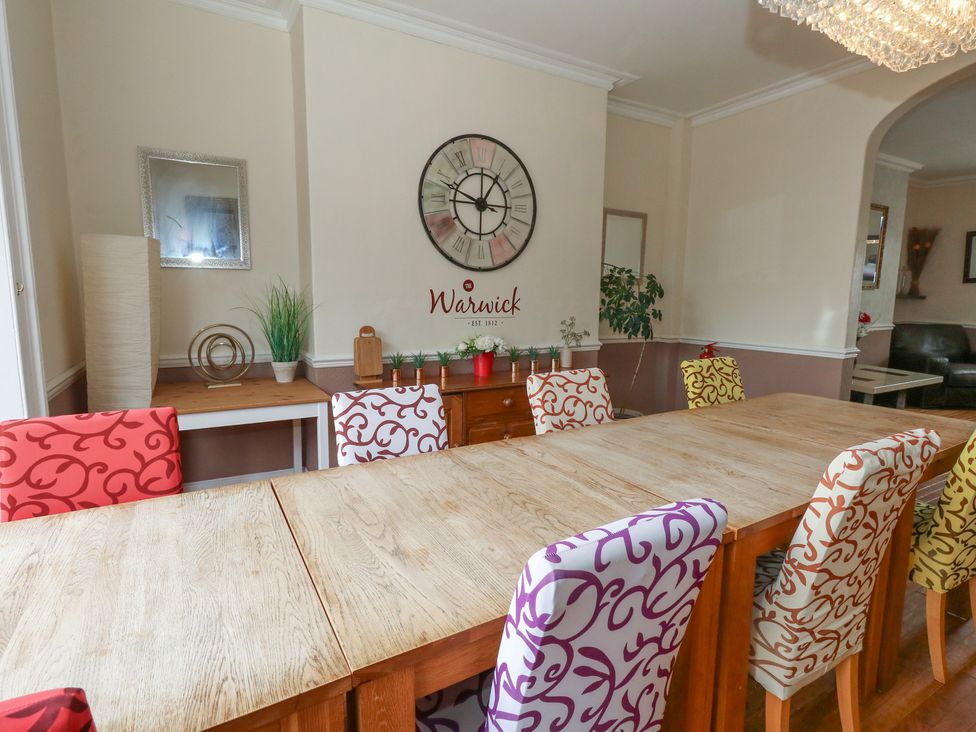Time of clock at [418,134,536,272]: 12:48
